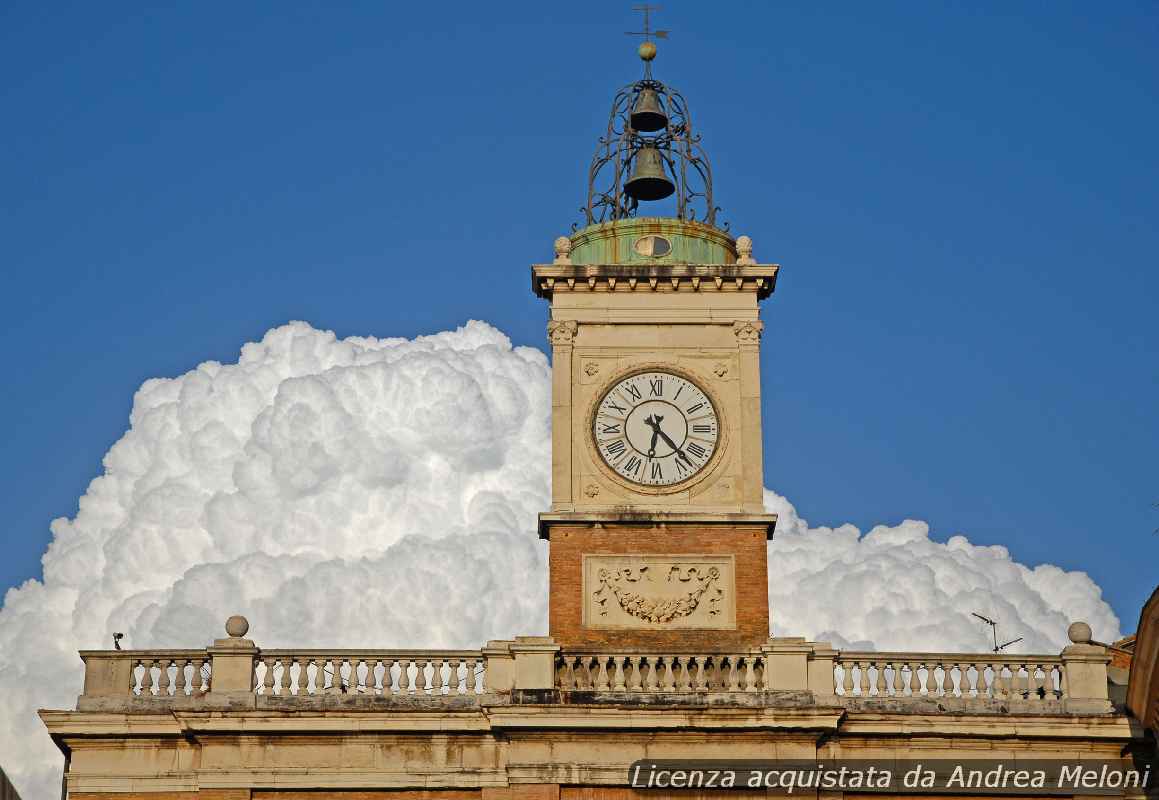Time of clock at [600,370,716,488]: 6:23
